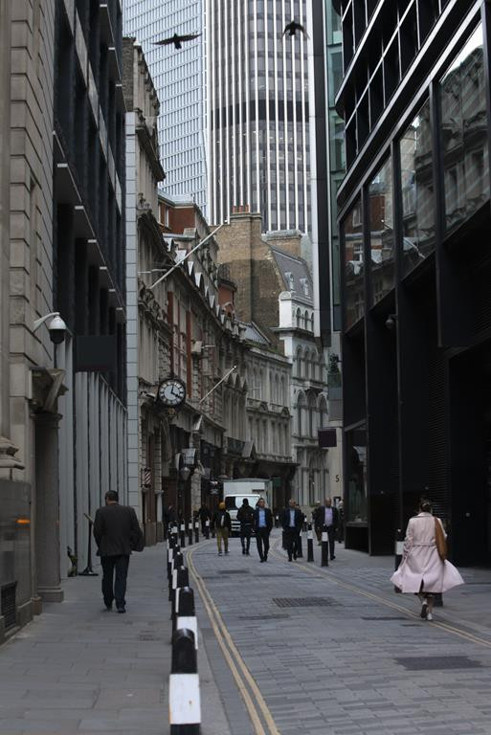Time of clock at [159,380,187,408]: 4:02
